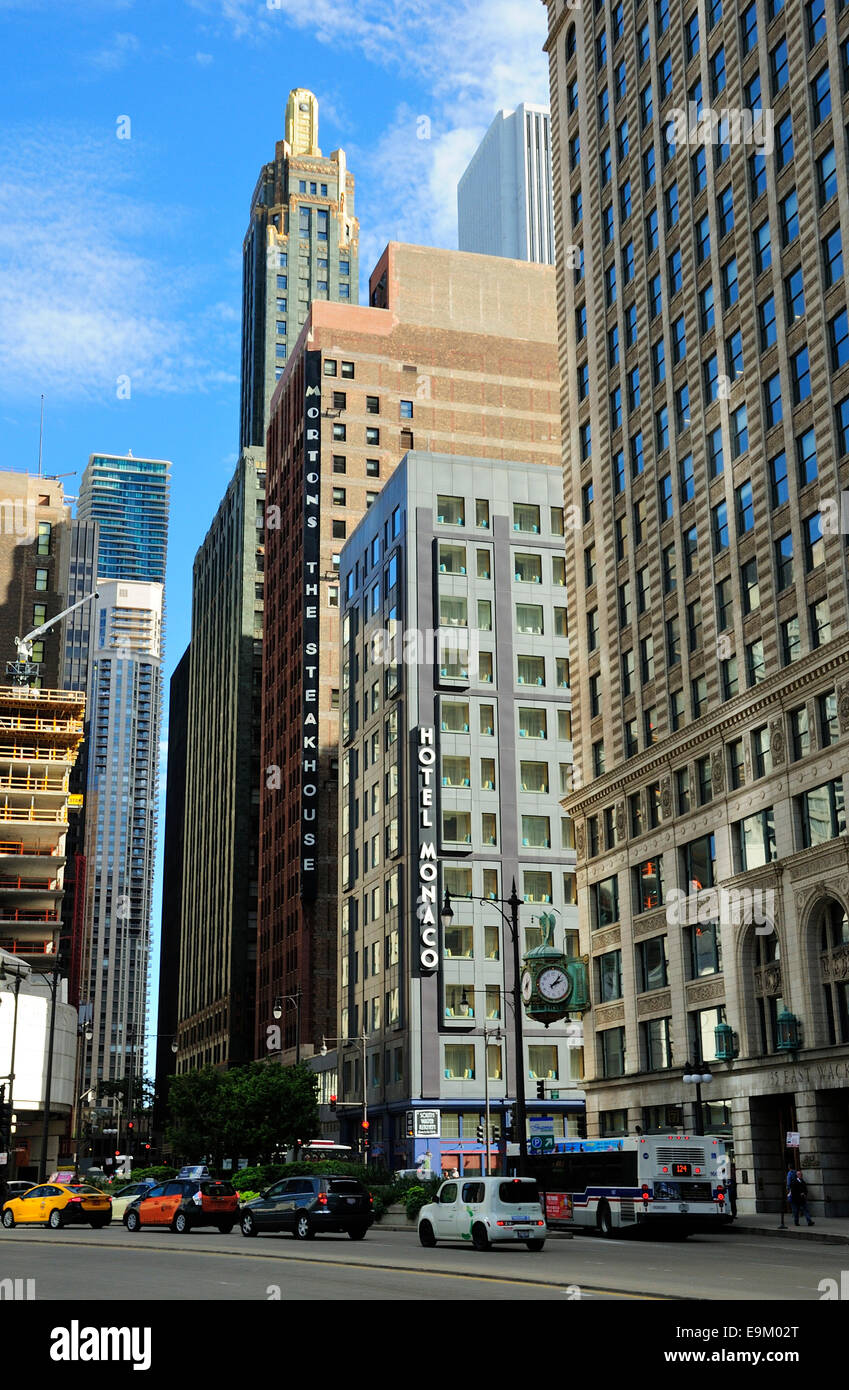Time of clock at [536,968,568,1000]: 2:06
